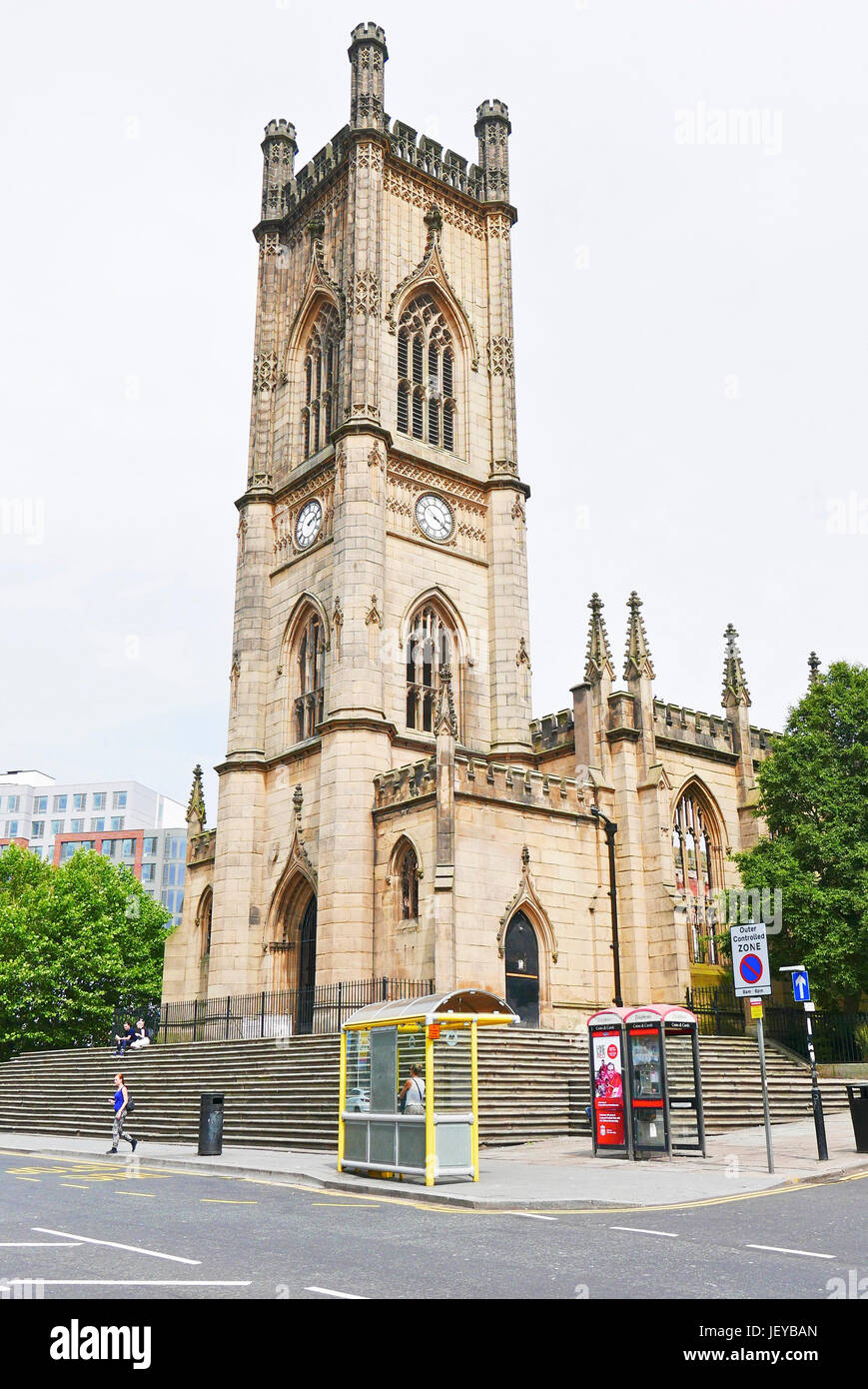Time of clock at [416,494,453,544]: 3:51
